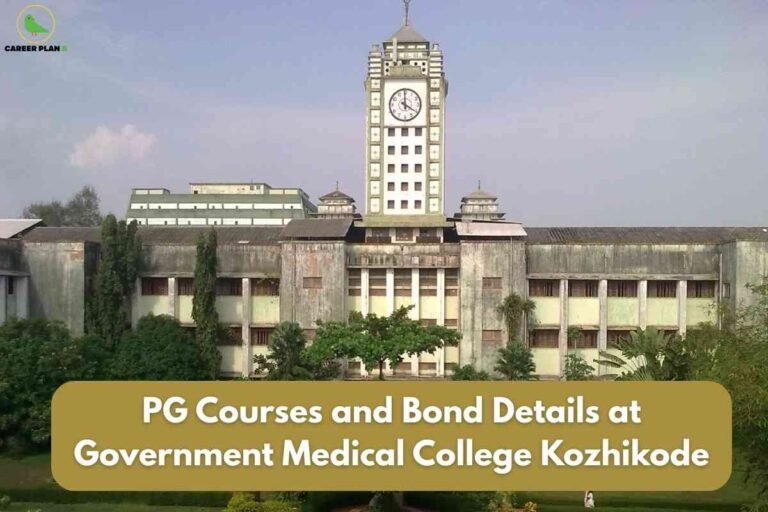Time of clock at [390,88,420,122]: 3:59
